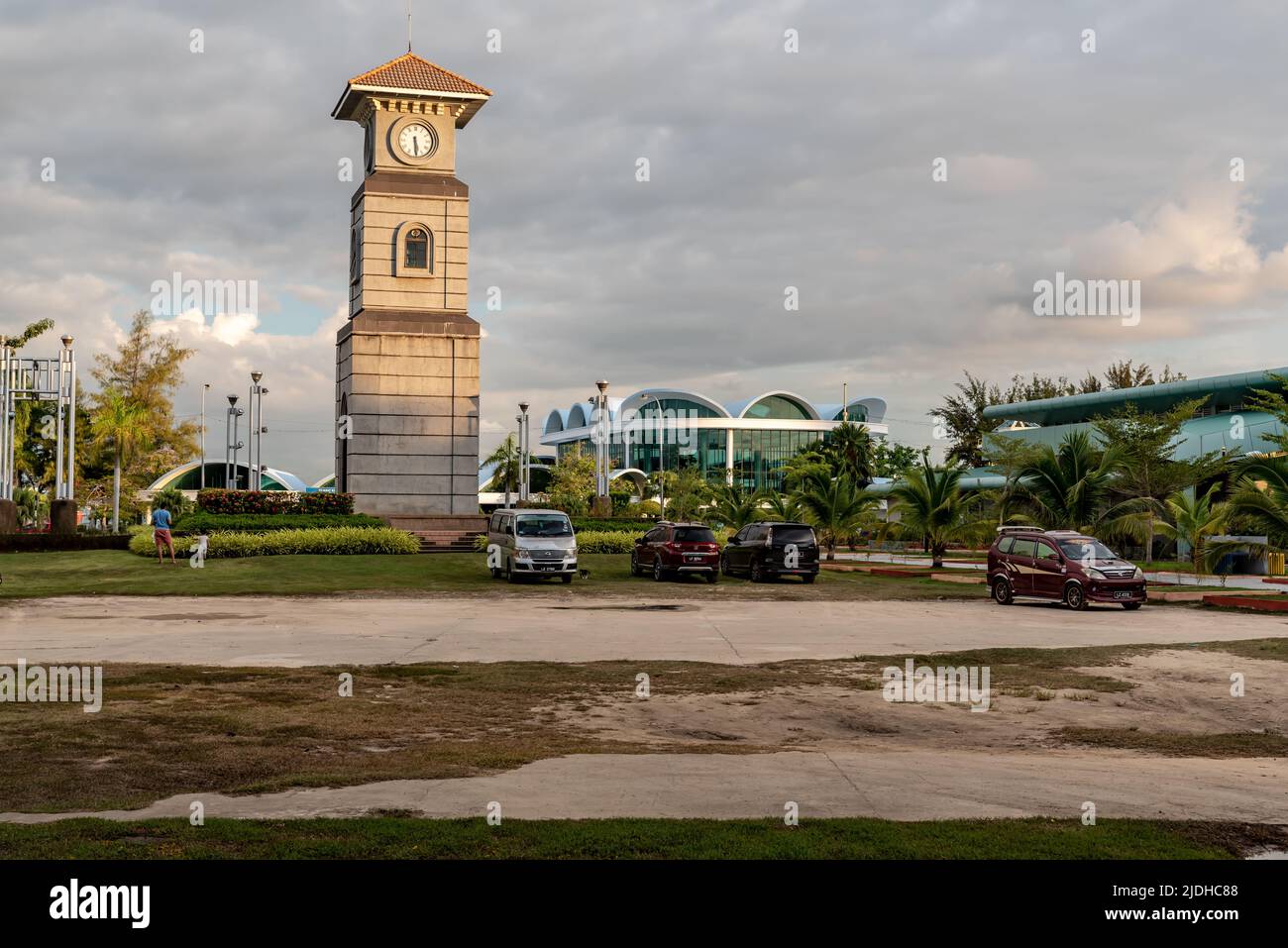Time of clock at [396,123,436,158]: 5:29
